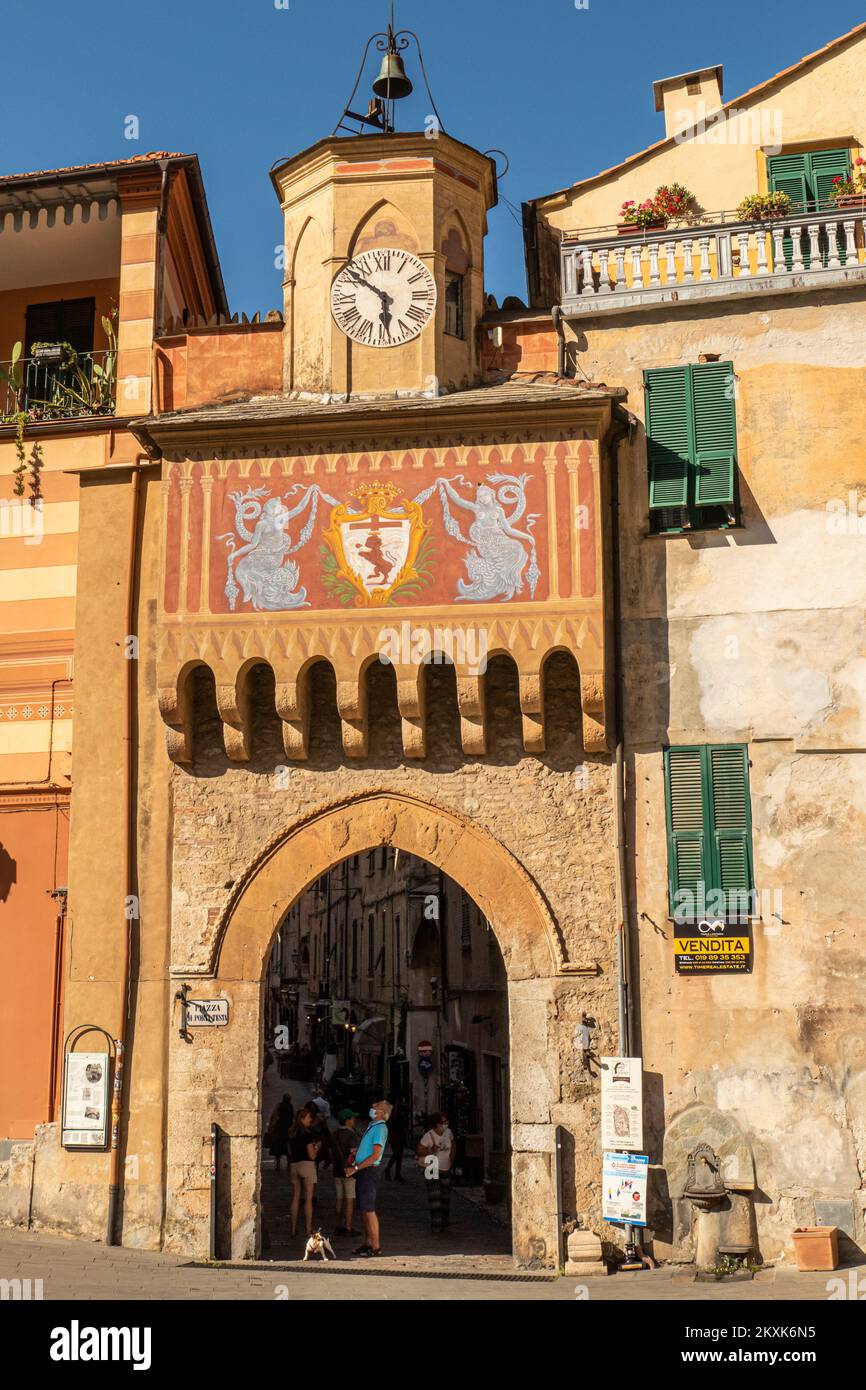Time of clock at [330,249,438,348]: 5:51
